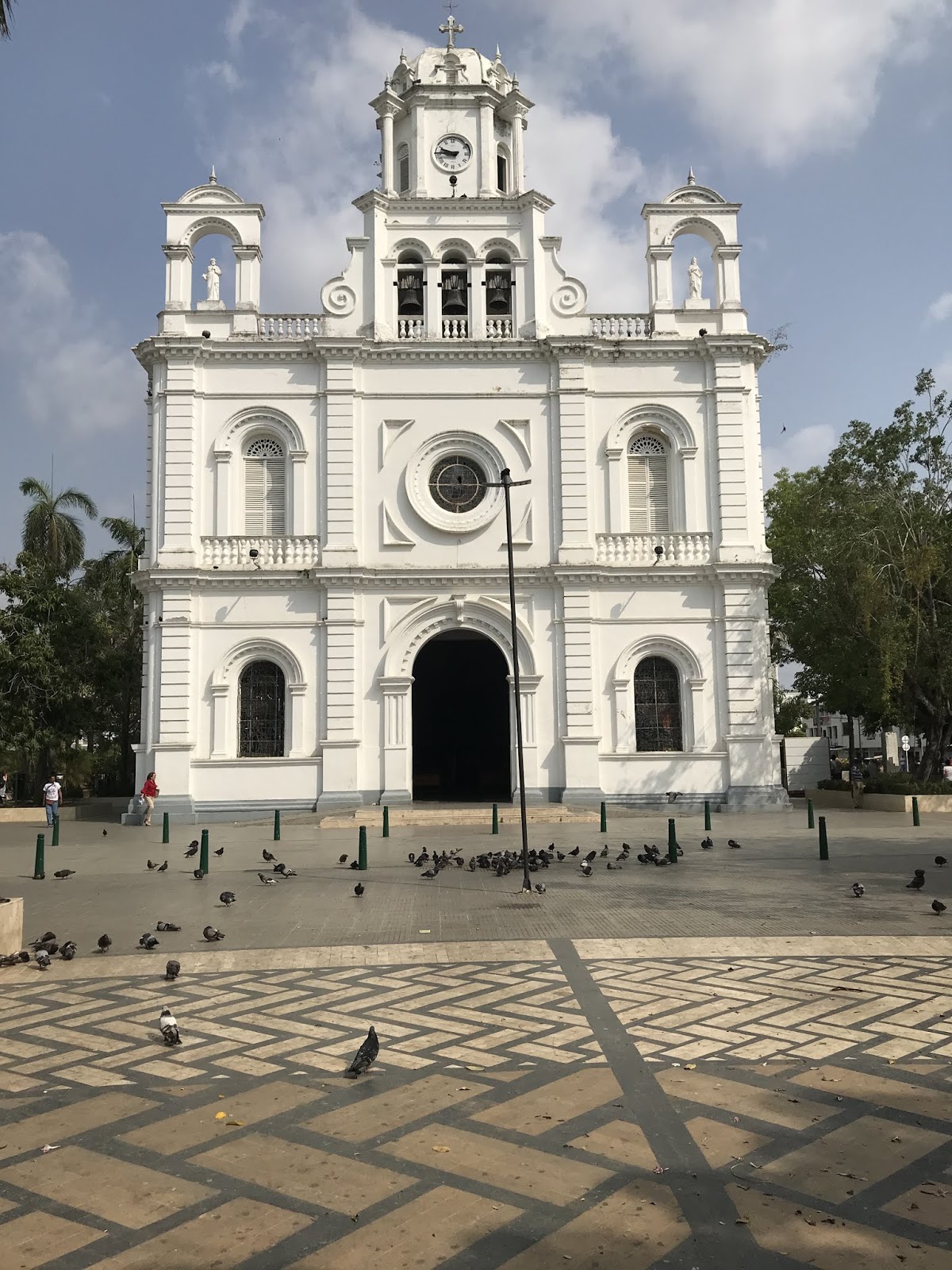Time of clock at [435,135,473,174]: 9:44
